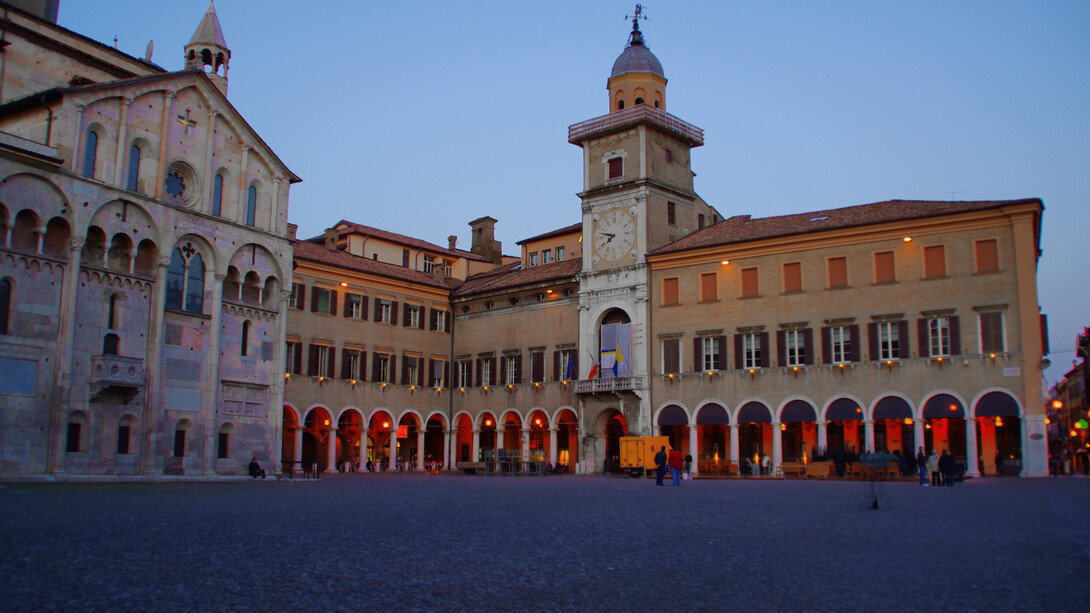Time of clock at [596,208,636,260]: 7:47
